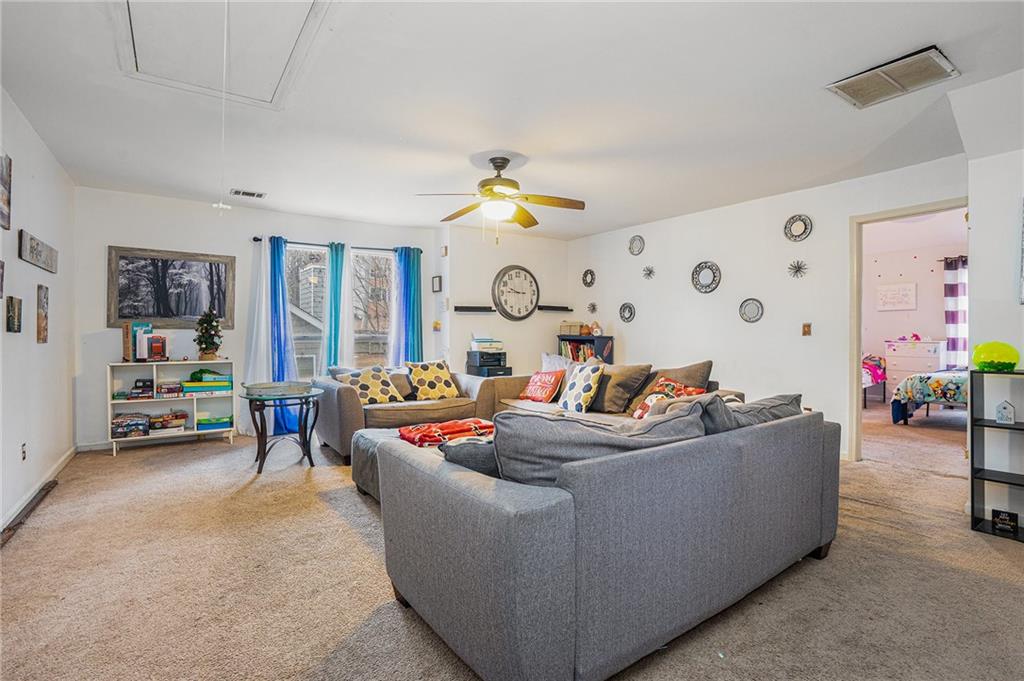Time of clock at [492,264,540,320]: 9:45
